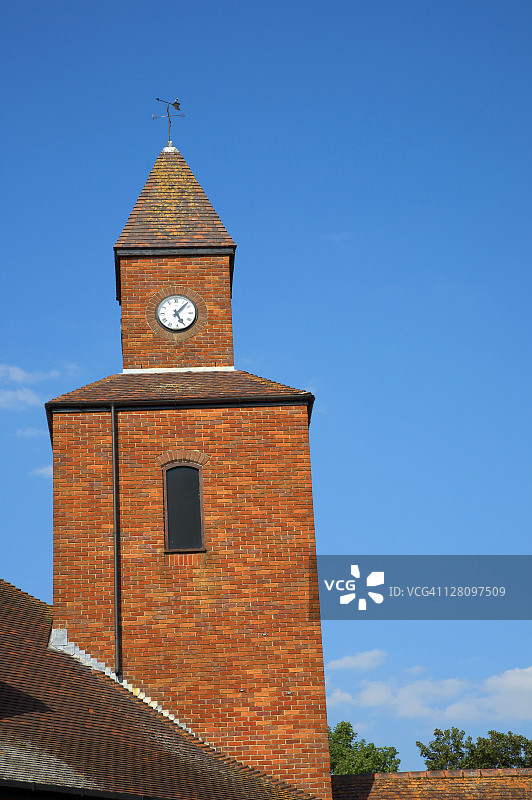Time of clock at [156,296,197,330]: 5:07
